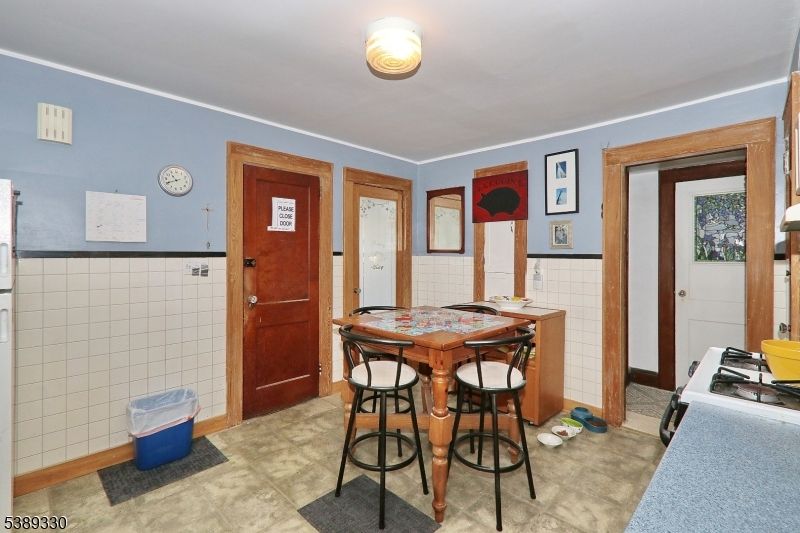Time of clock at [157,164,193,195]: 10:41
